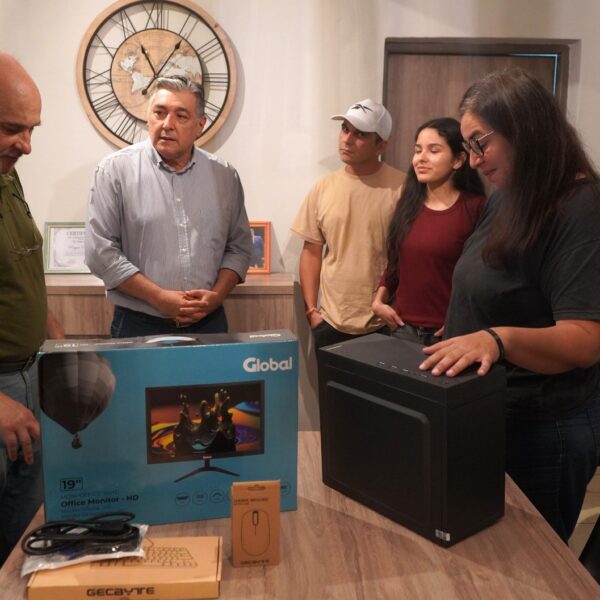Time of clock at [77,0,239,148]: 11:06
